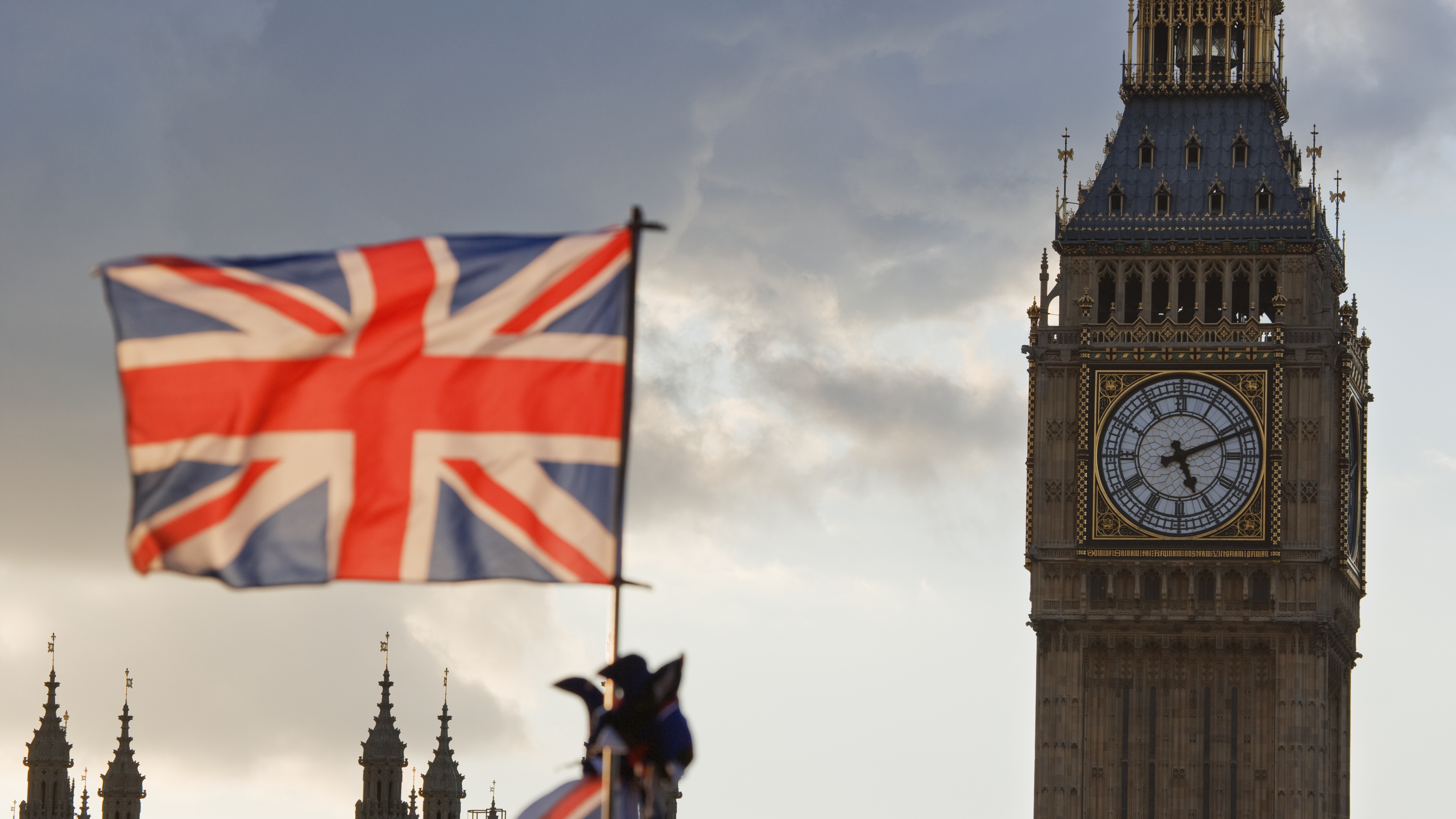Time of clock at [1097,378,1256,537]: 5:11
